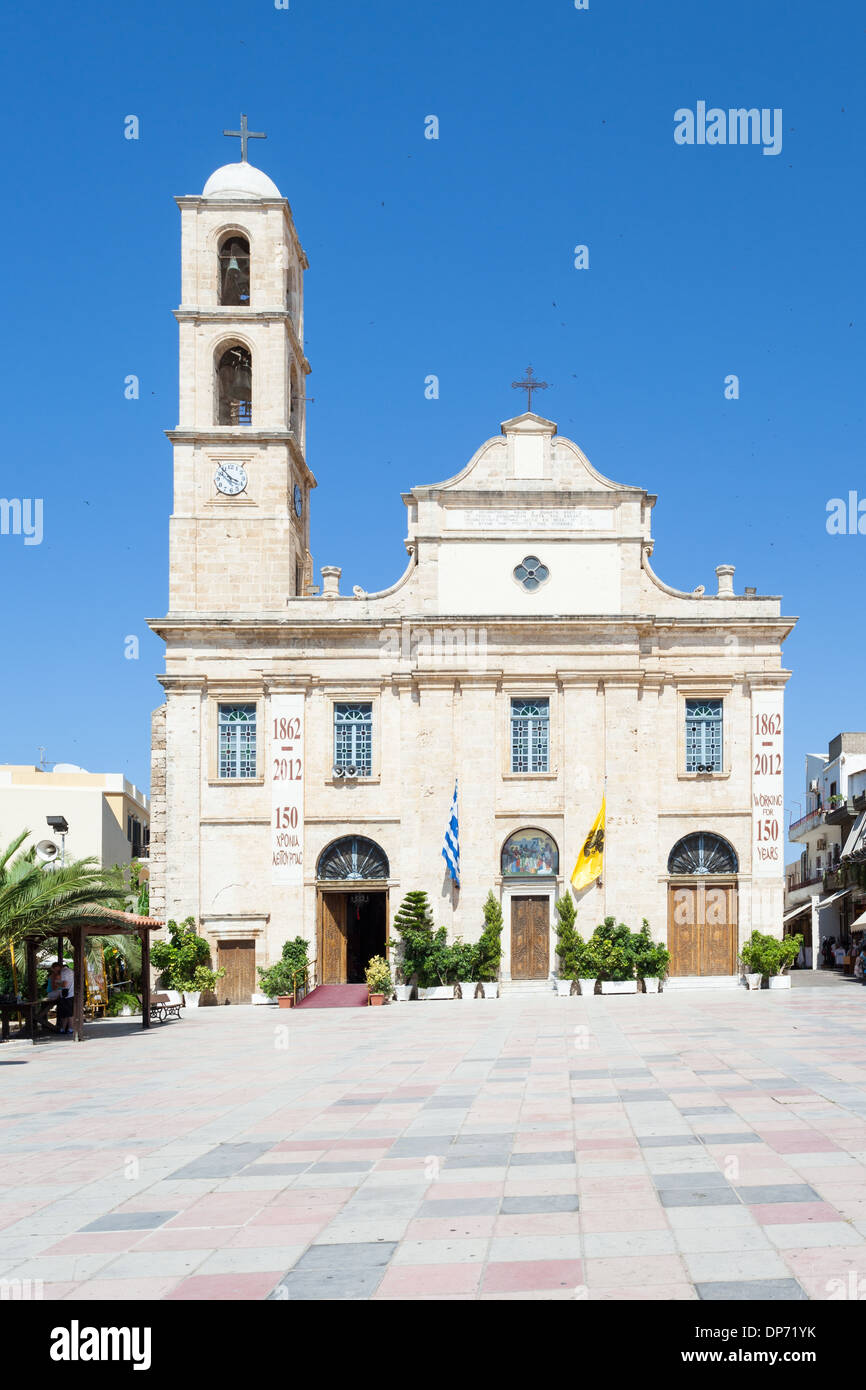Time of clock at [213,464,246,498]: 3:54
